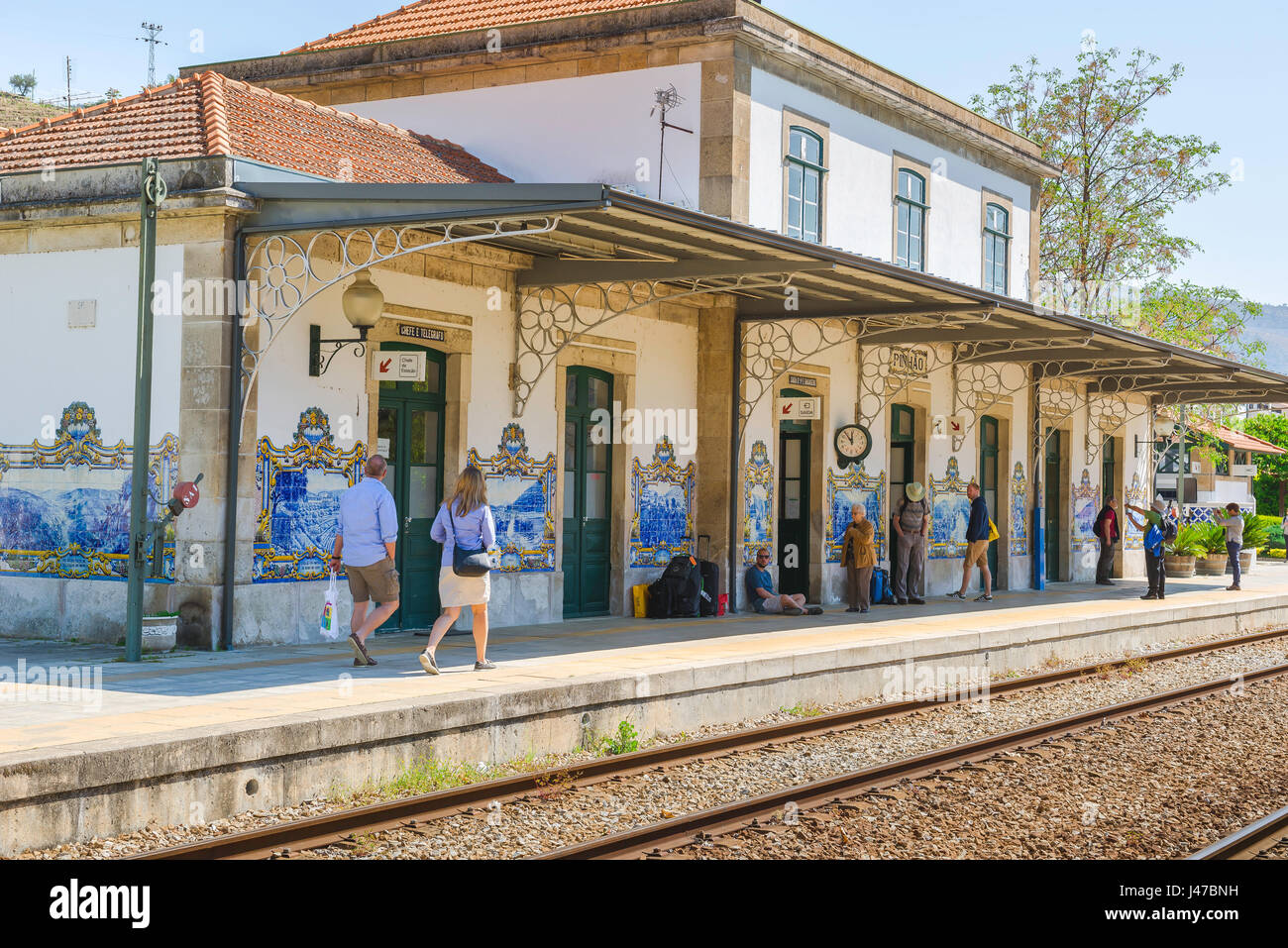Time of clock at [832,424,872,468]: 11:53
